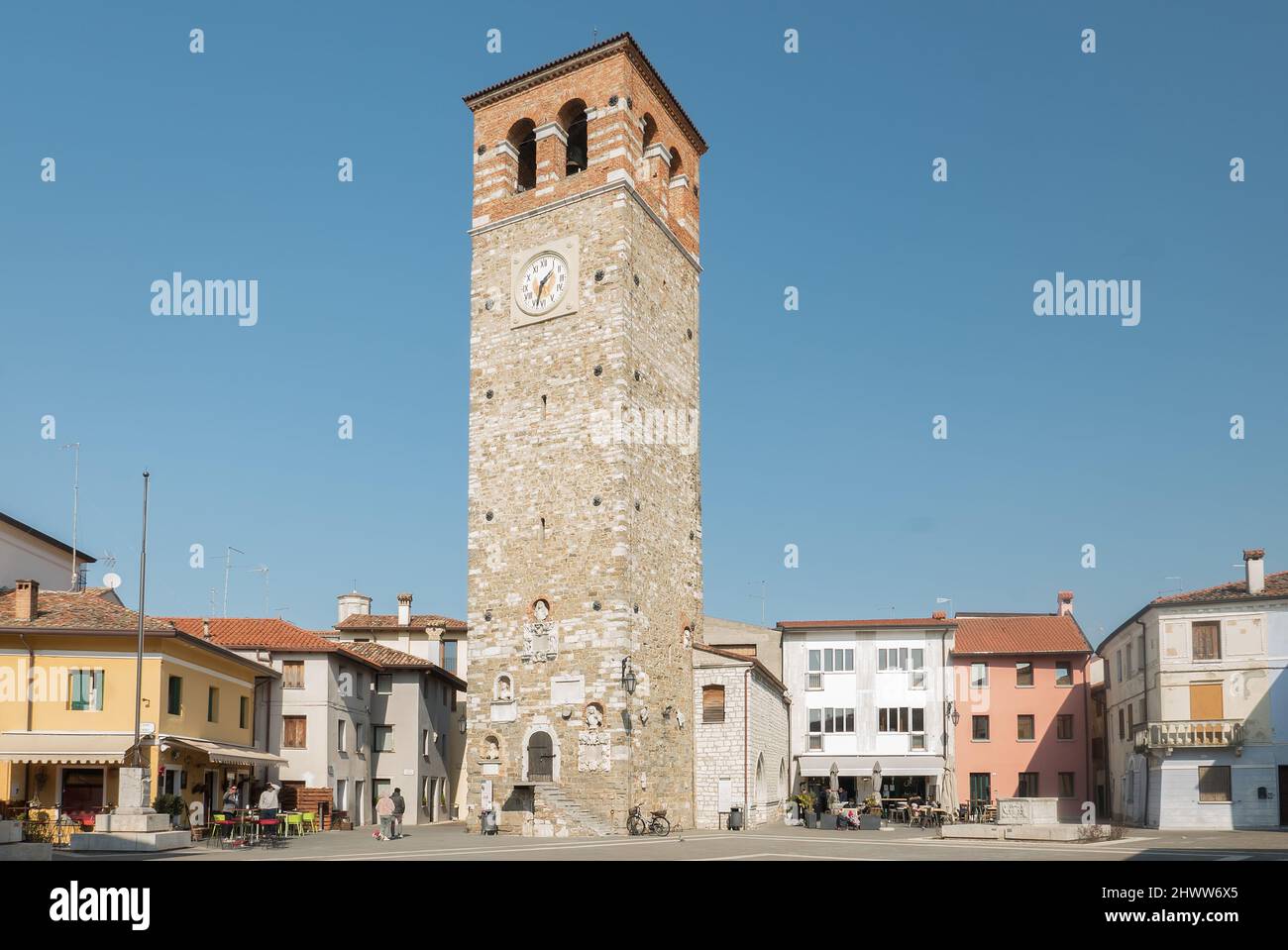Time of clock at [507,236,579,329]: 1:33
